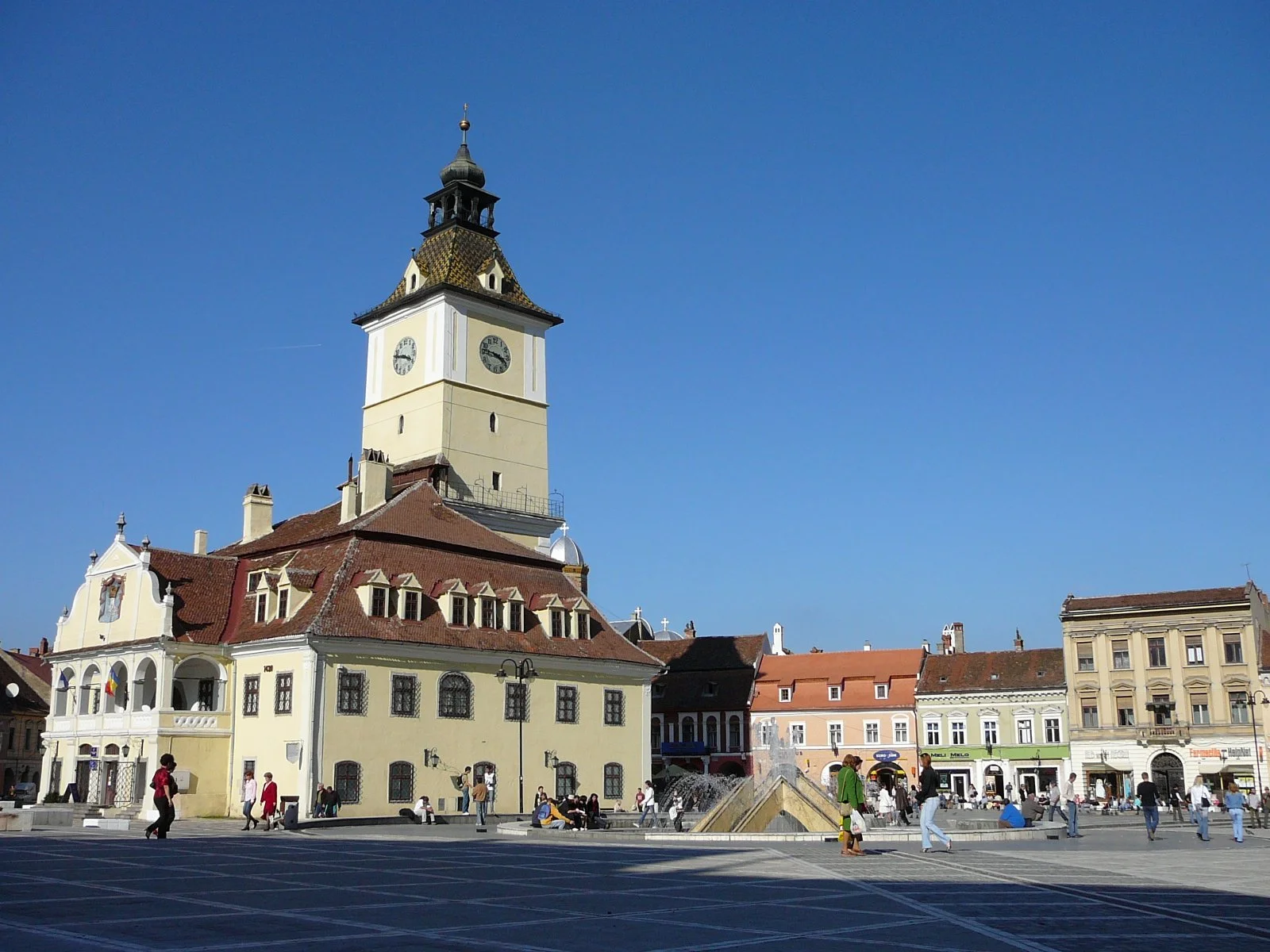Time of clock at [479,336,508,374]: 3:46
